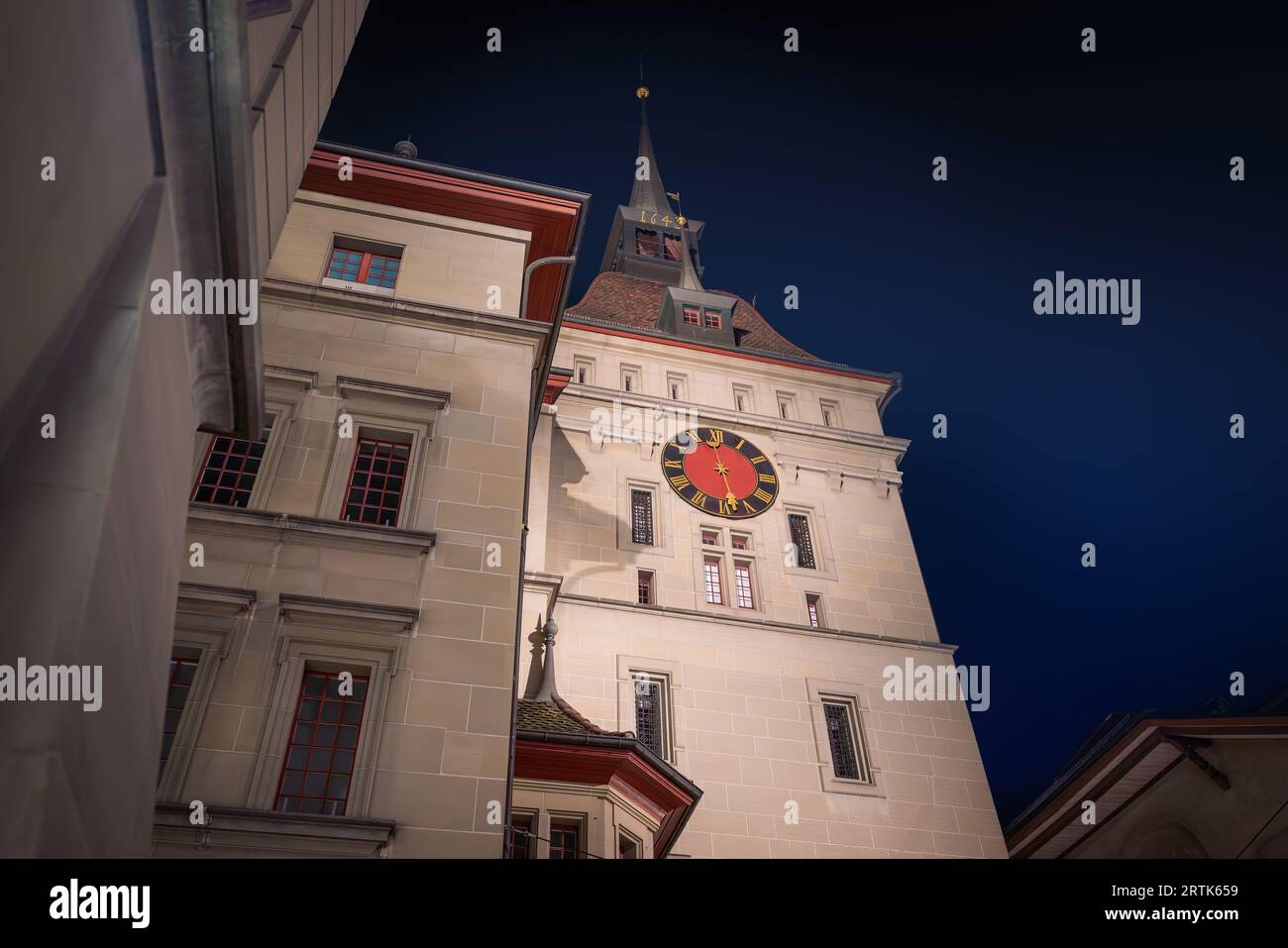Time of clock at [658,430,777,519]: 11:28
